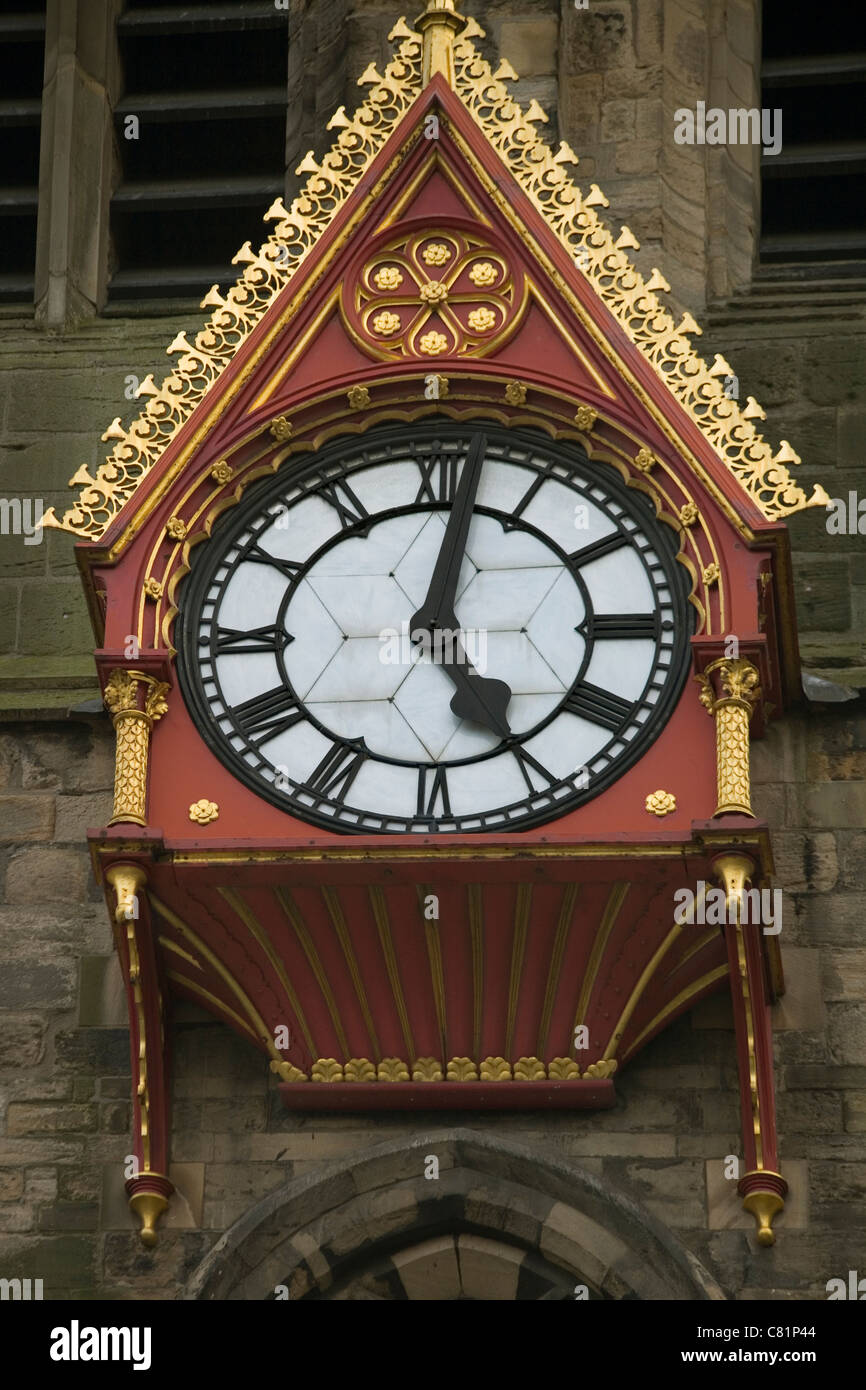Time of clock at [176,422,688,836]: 5:01
